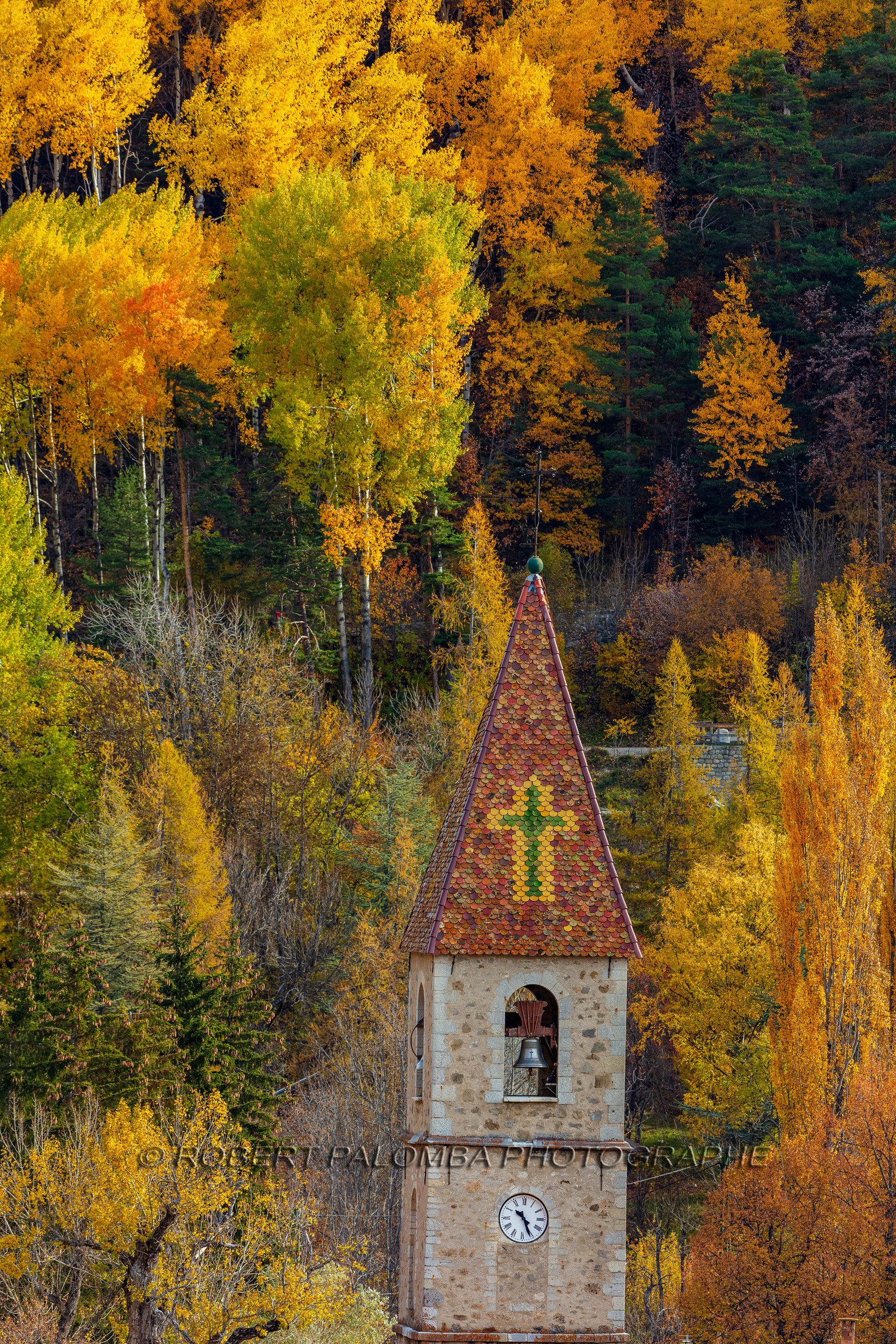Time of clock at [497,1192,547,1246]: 10:26
